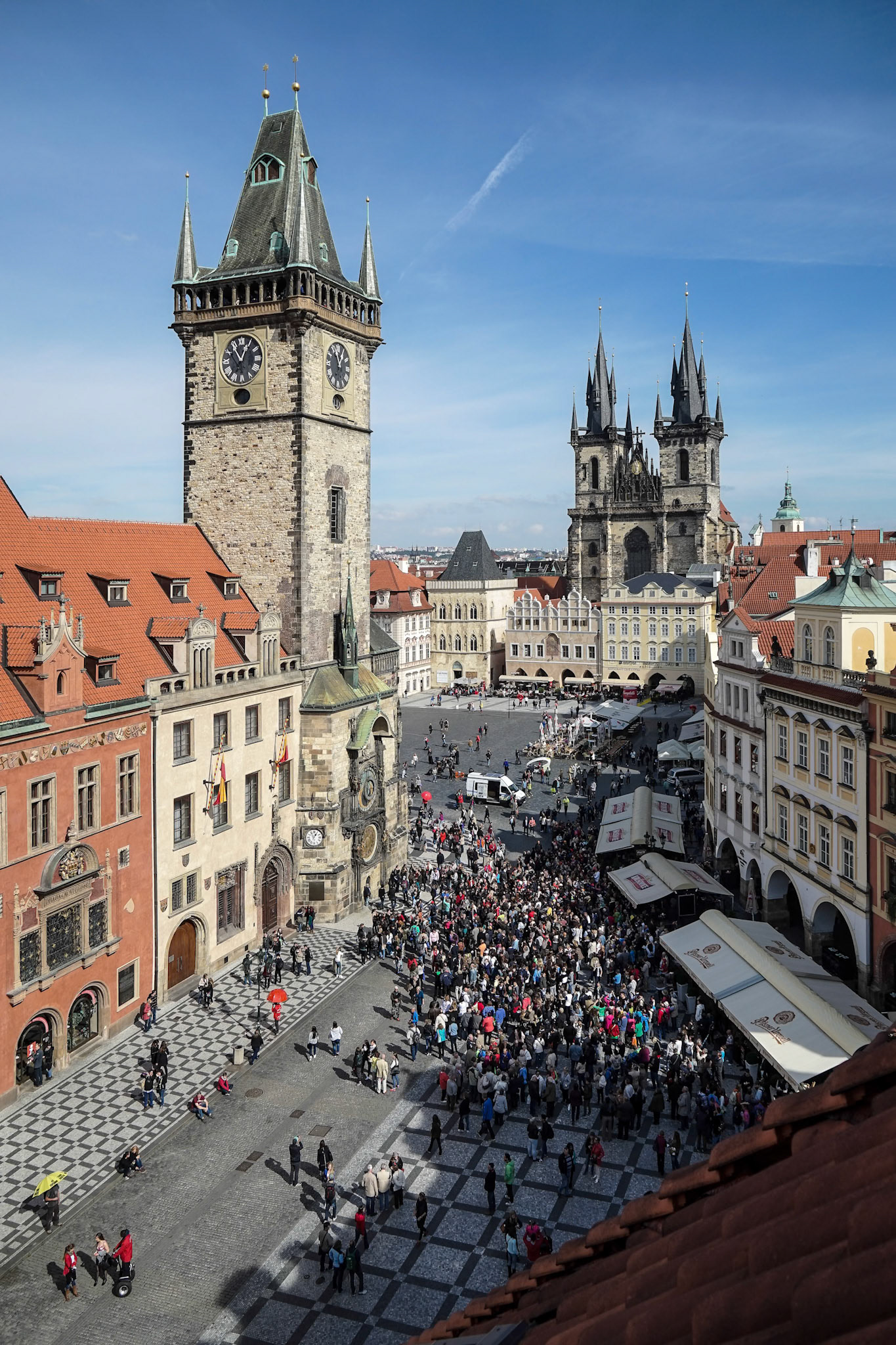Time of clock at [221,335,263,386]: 12:54
